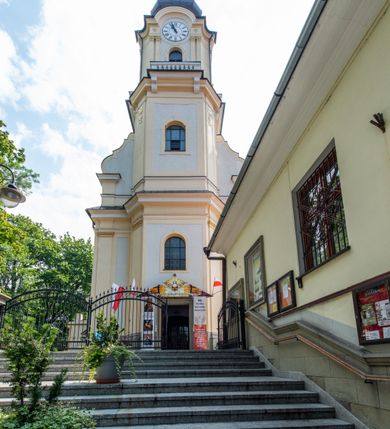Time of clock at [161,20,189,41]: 10:56
